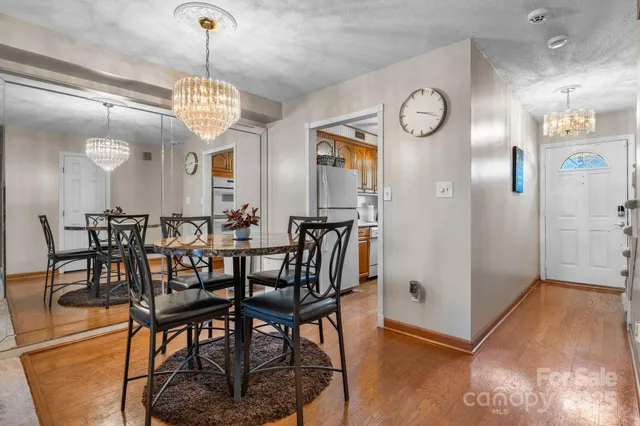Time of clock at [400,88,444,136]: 3:18
